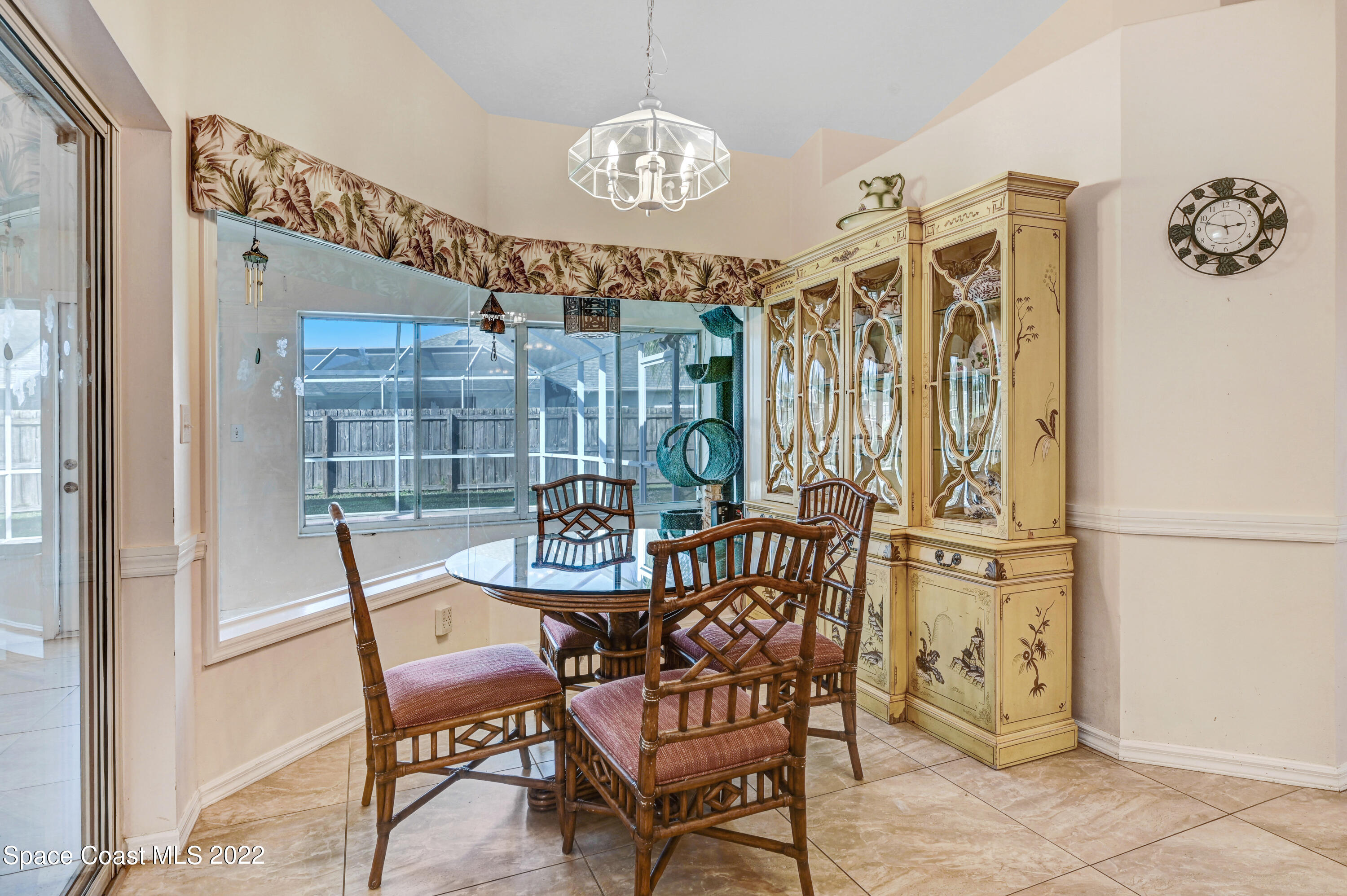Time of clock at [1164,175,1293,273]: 2:48
